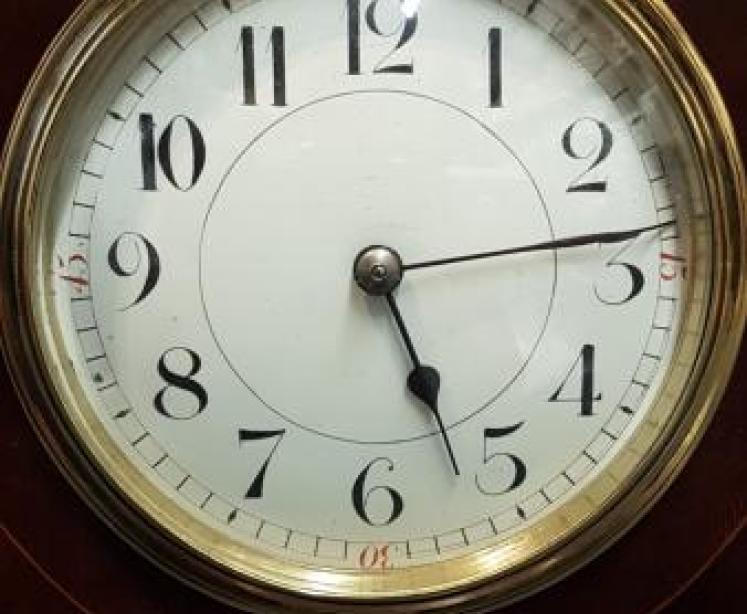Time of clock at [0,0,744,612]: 5:13
